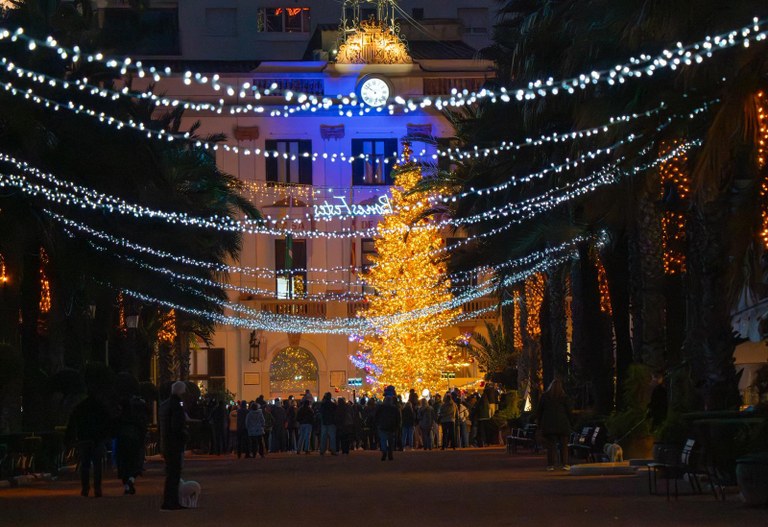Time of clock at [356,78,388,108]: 5:51
